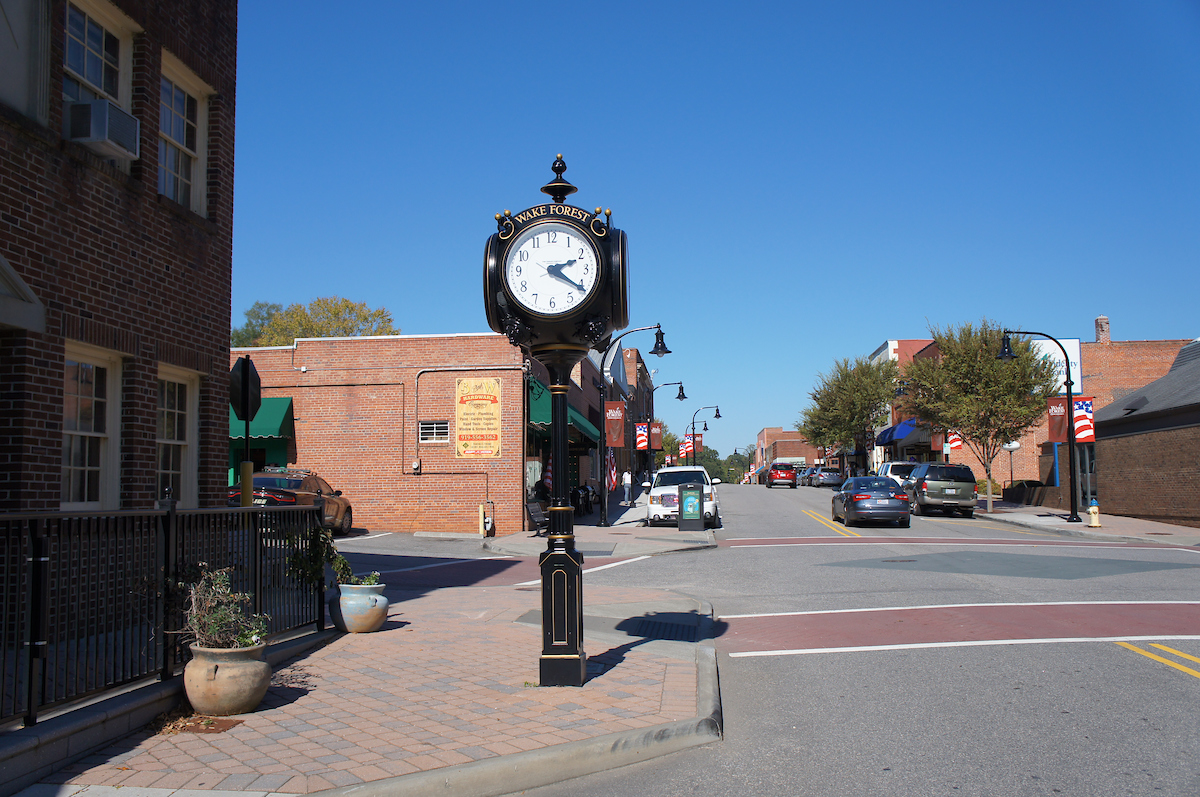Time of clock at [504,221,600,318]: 2:20
